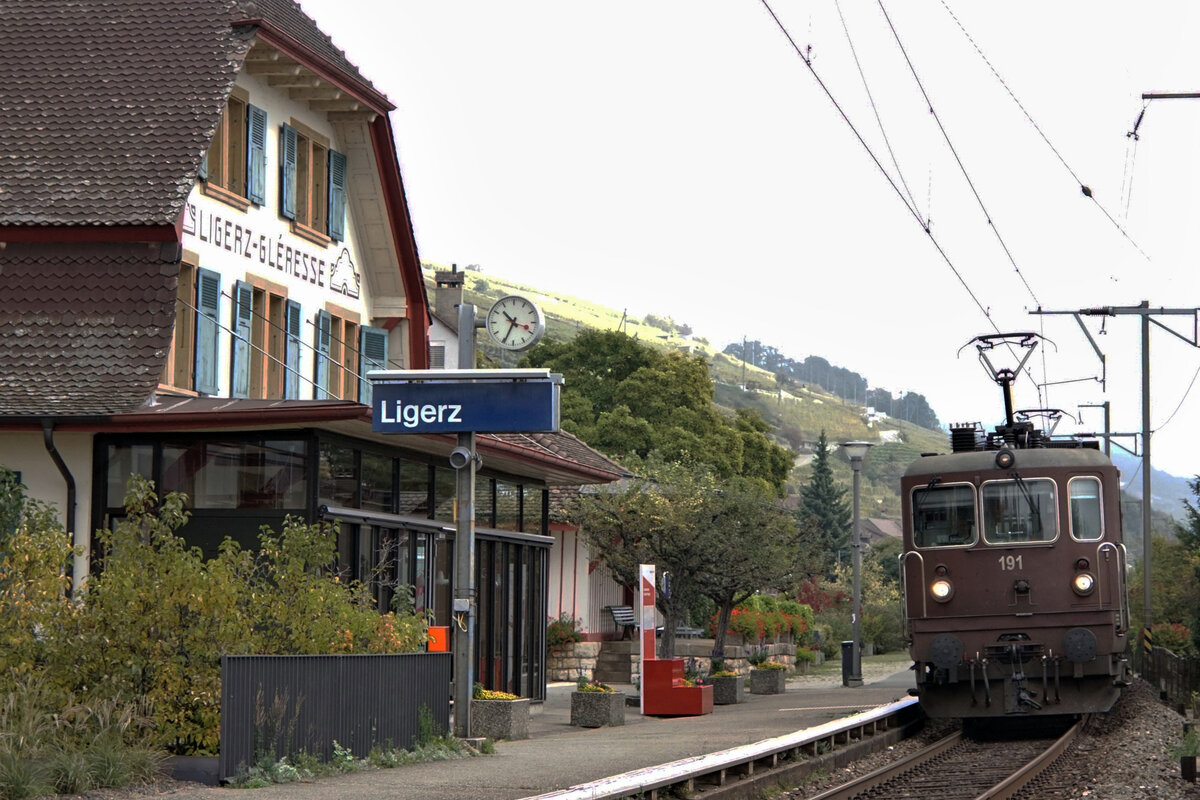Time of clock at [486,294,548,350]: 10:34
